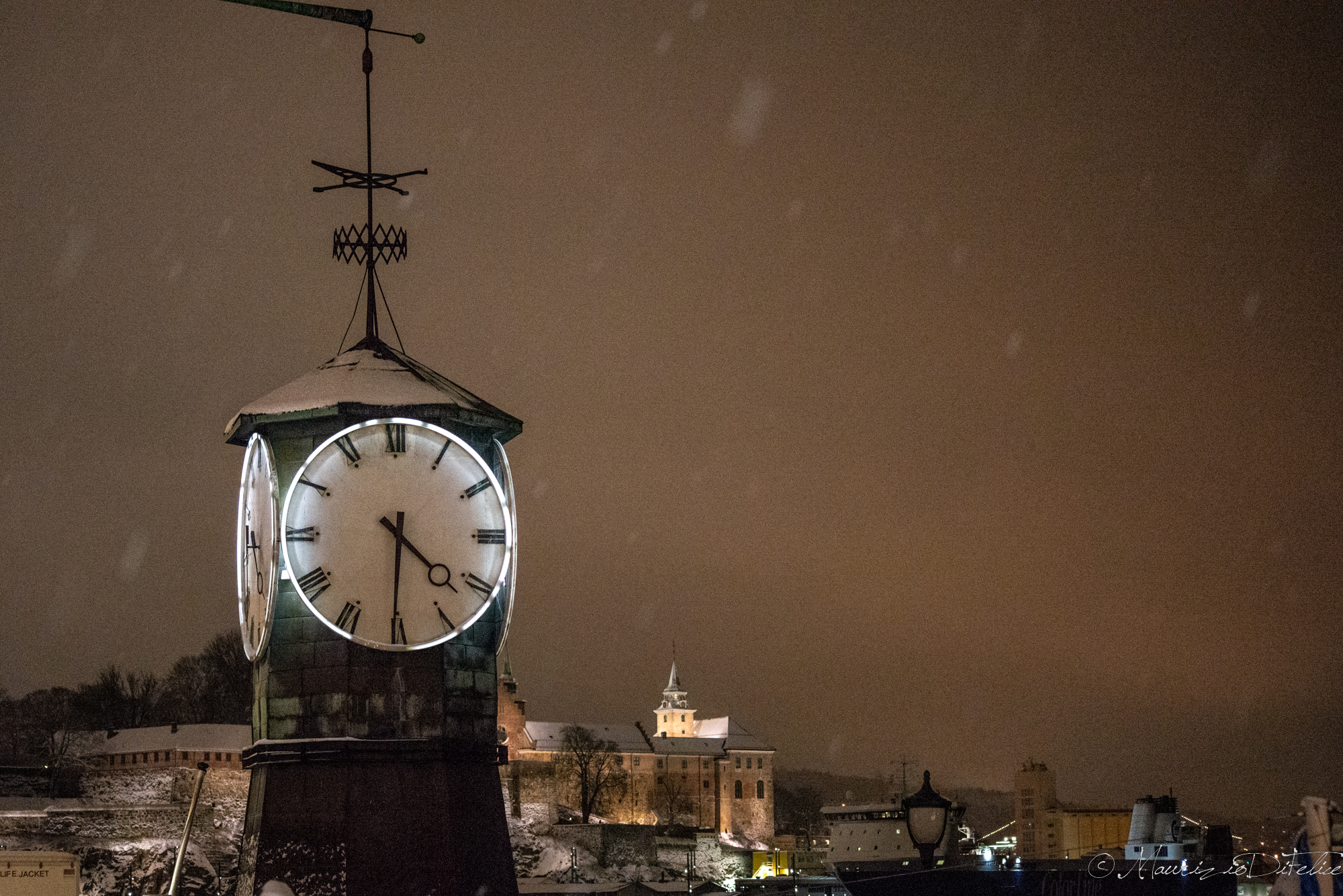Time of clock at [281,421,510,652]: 4:30
